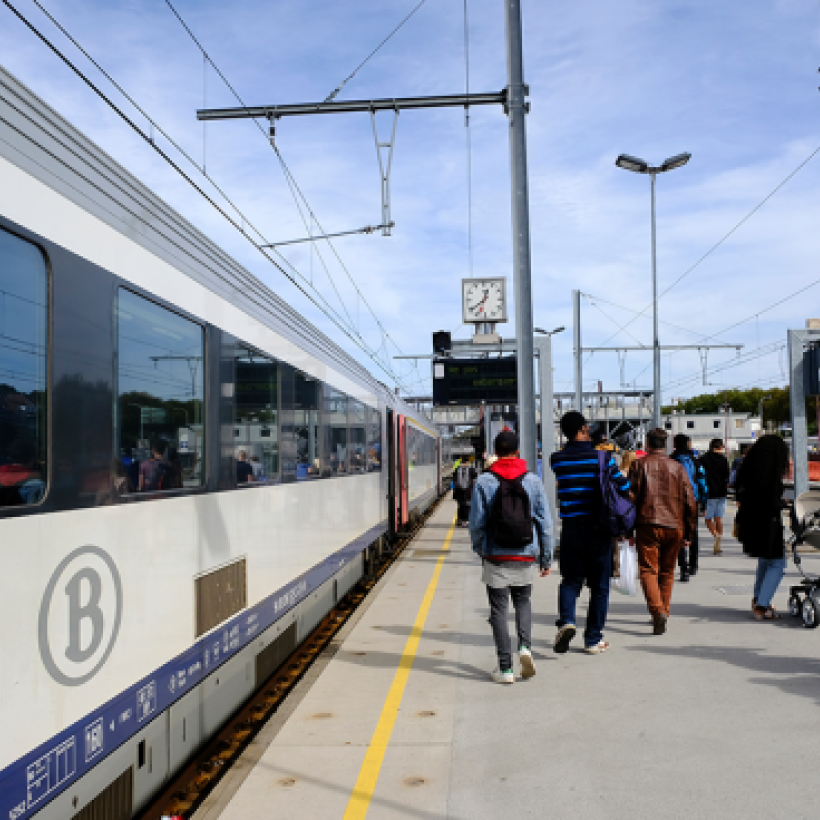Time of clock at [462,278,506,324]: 12:38
